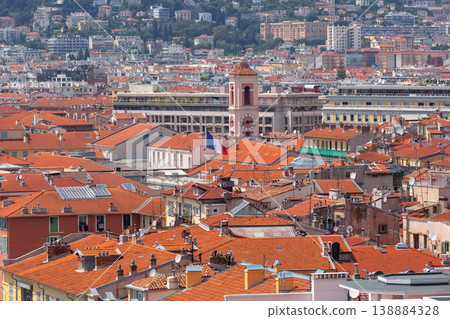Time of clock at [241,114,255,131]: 2:40
